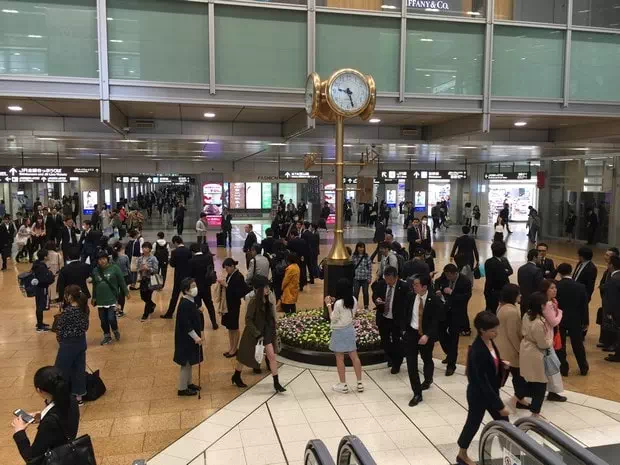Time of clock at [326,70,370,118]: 9:27
